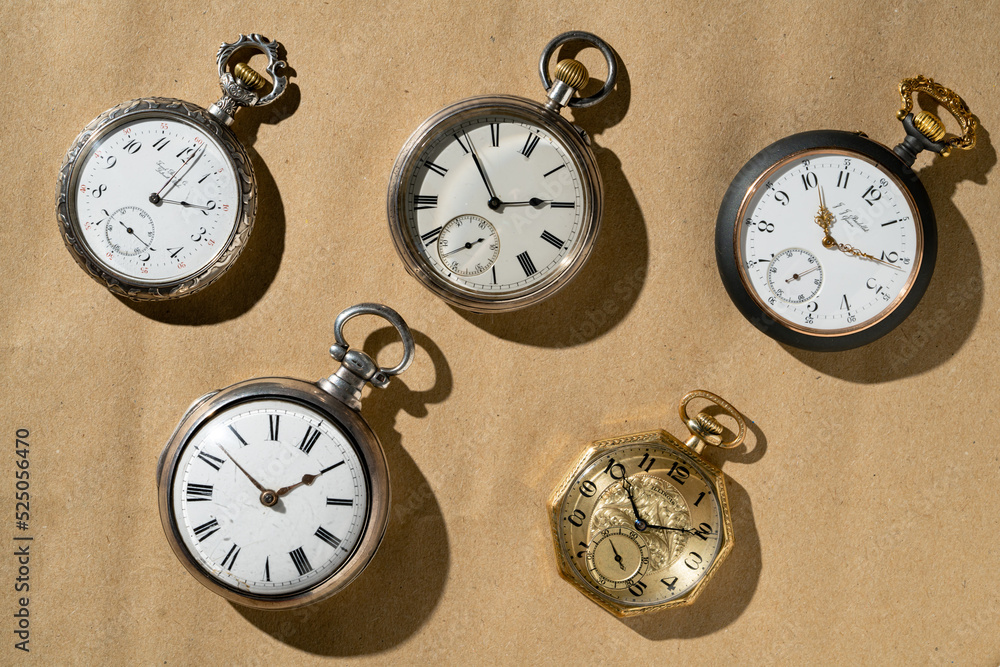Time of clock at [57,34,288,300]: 3:06
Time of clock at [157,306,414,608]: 1:51
